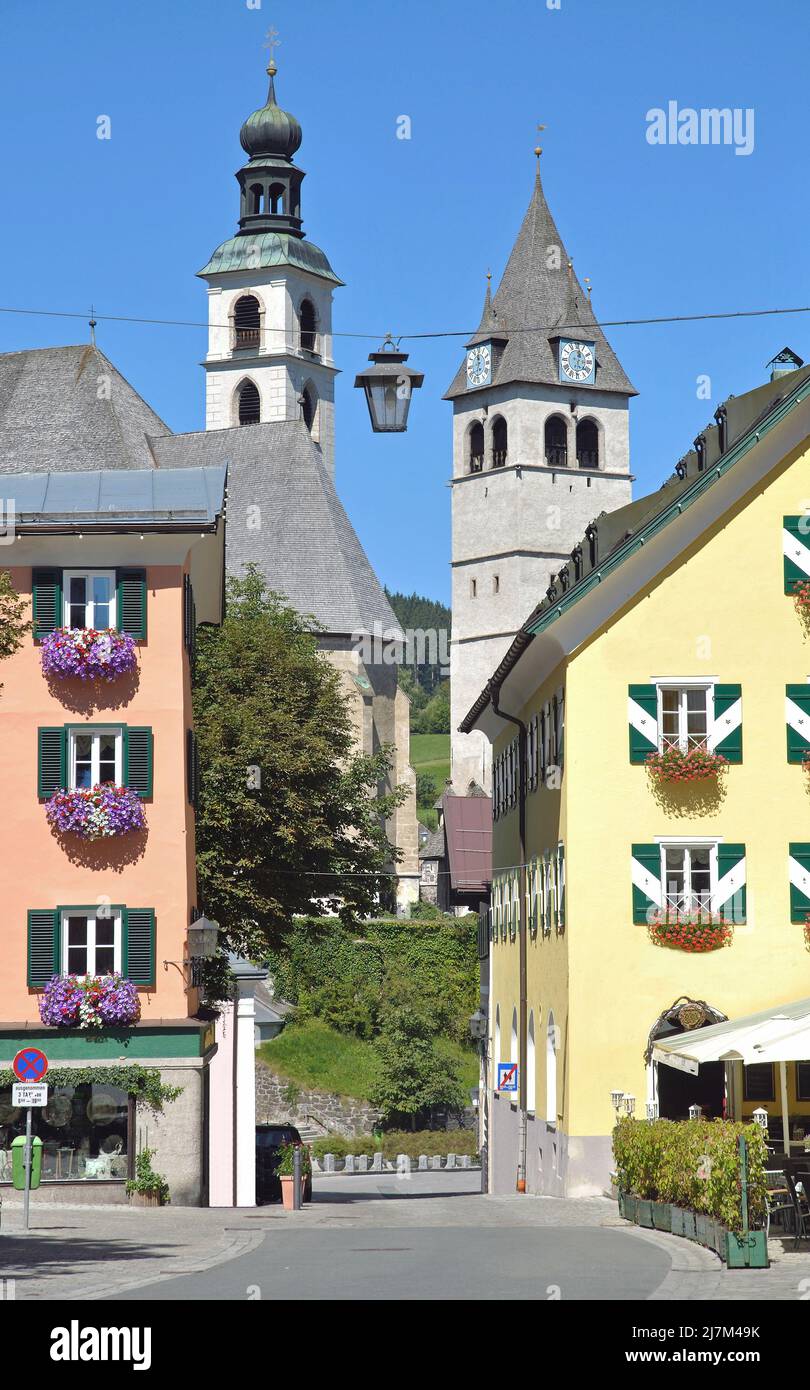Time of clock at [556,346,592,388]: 12:30
